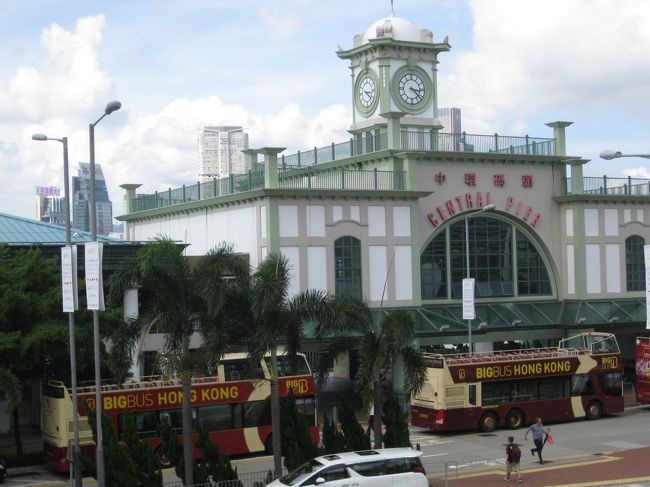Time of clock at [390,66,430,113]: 3:22
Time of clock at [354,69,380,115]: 4:16
